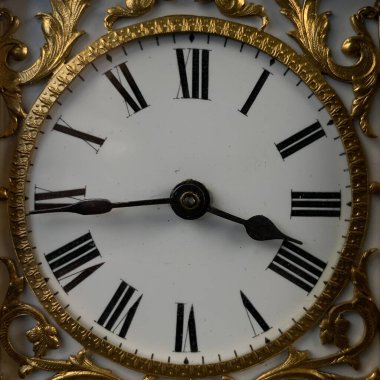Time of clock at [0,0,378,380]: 3:43
